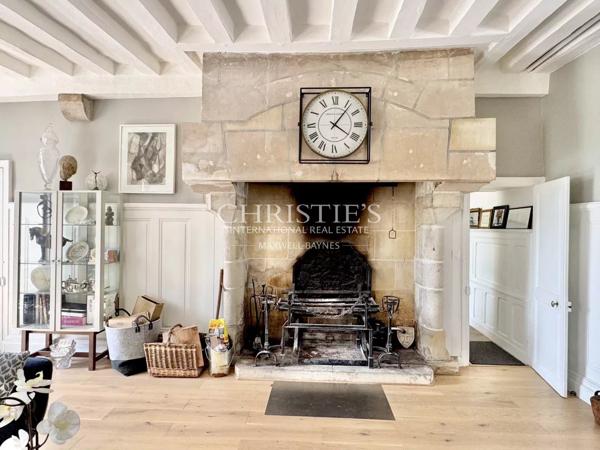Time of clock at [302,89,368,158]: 4:06
